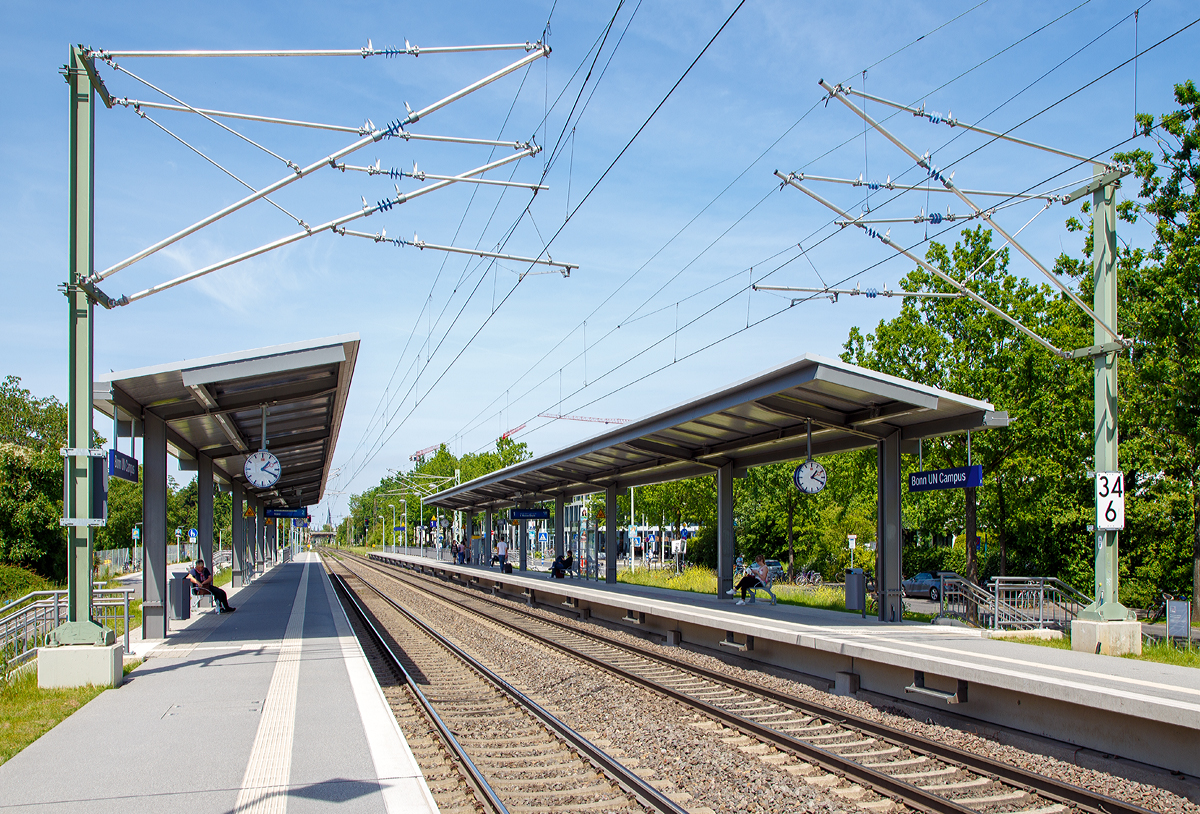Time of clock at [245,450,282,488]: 1:18
